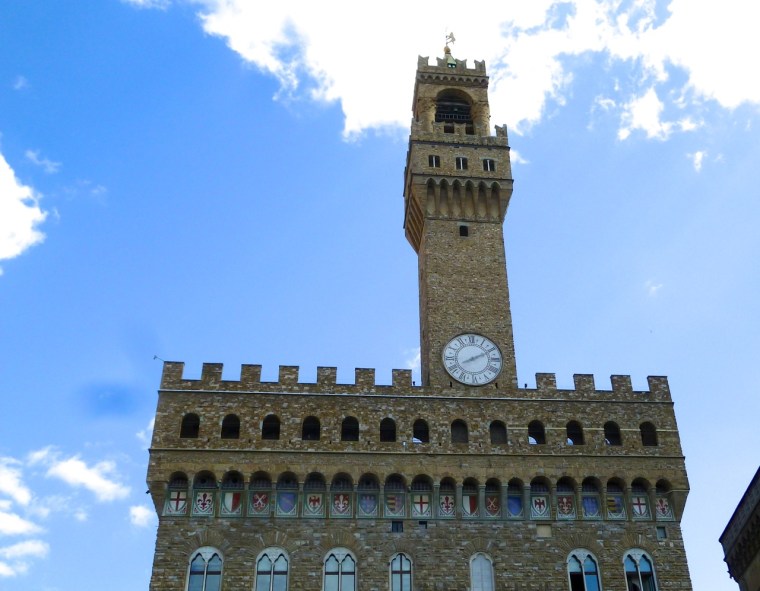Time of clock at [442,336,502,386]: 8:10
